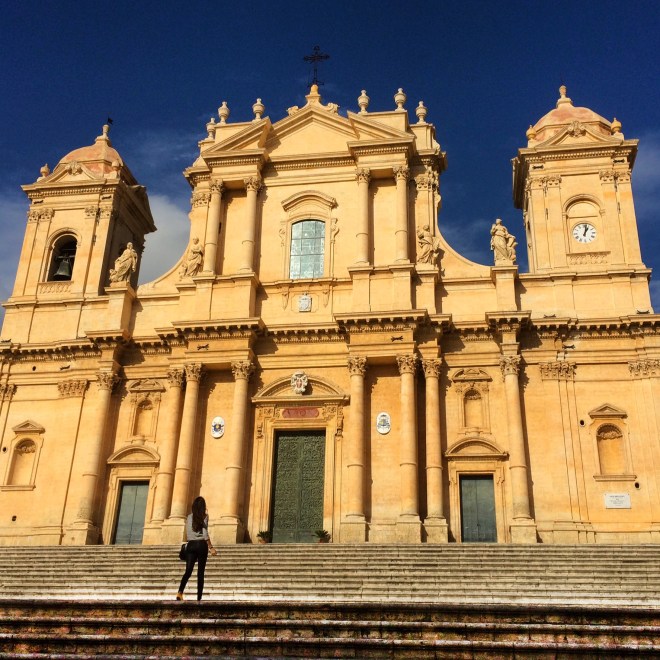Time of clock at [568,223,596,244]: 1:02
